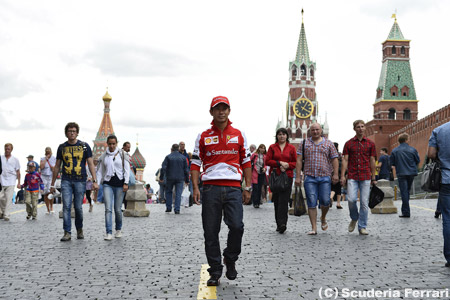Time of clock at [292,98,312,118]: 1:20
